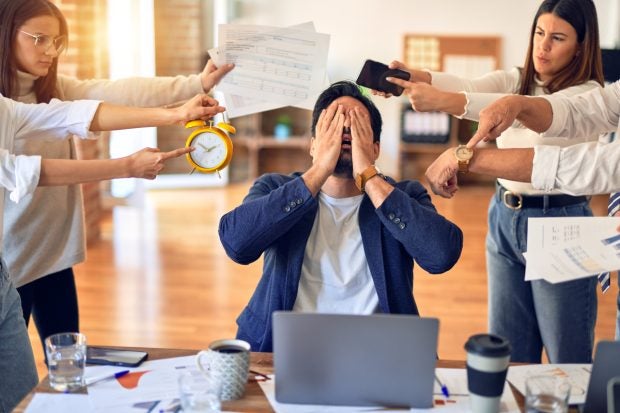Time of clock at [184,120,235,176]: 1:50
